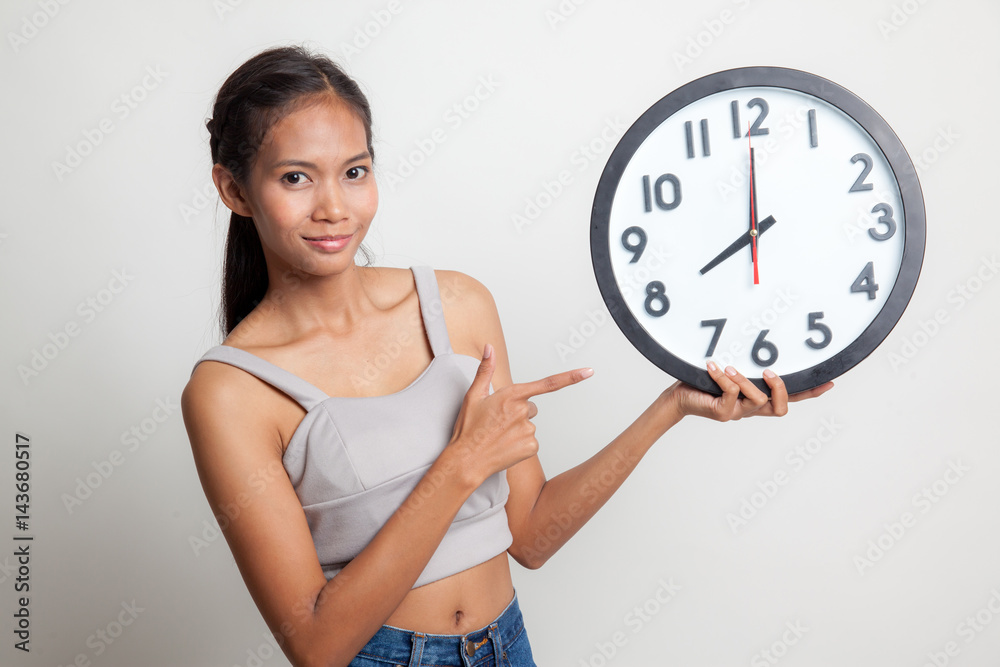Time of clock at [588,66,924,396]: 8:00
